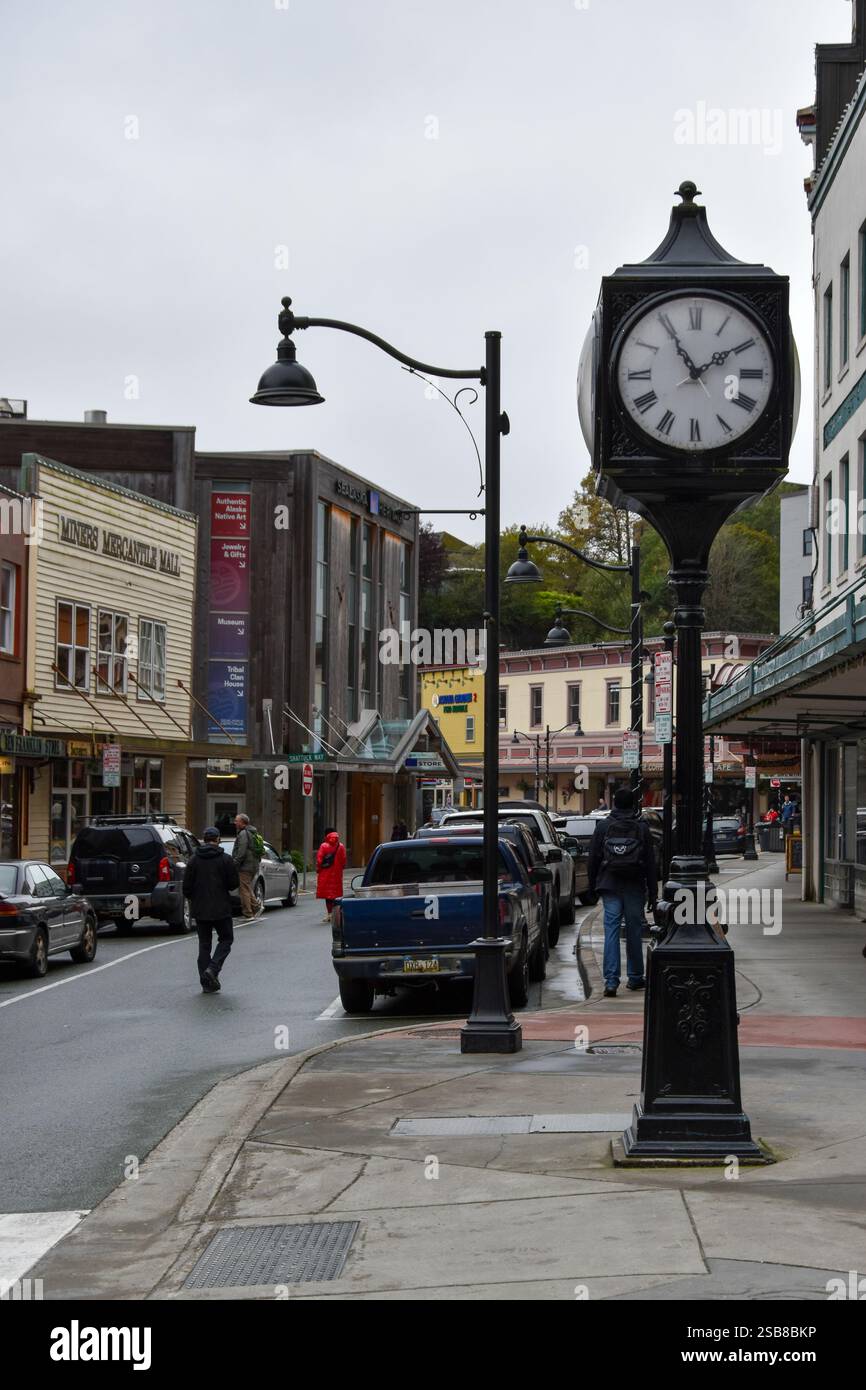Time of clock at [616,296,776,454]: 1:54
